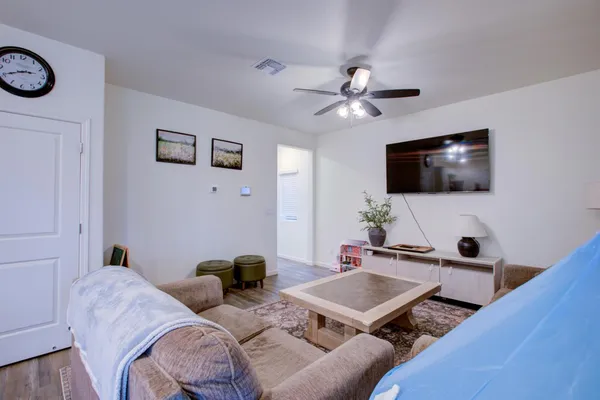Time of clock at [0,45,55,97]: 2:40
